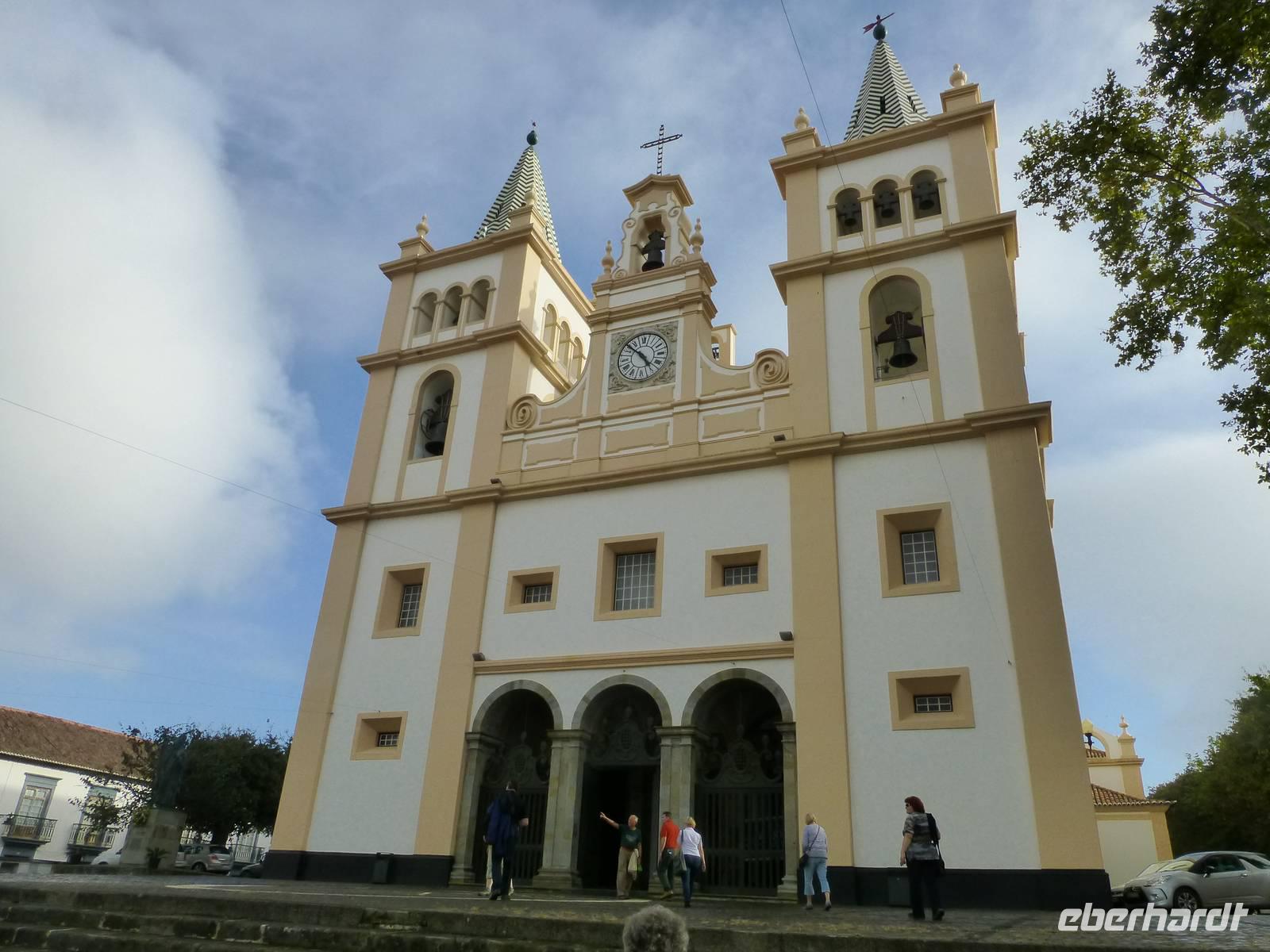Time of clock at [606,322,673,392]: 4:52
